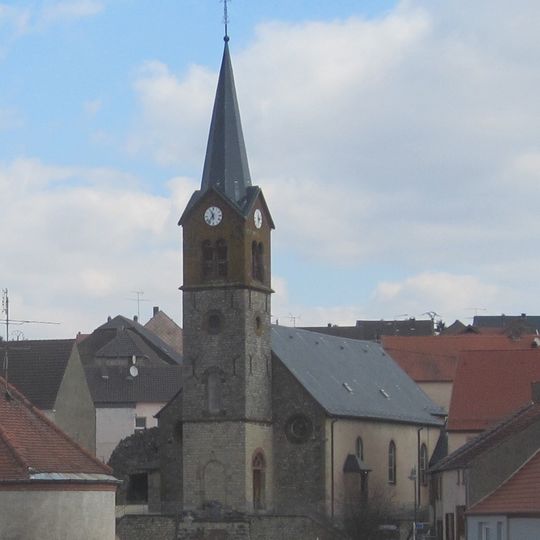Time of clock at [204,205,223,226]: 11:36
